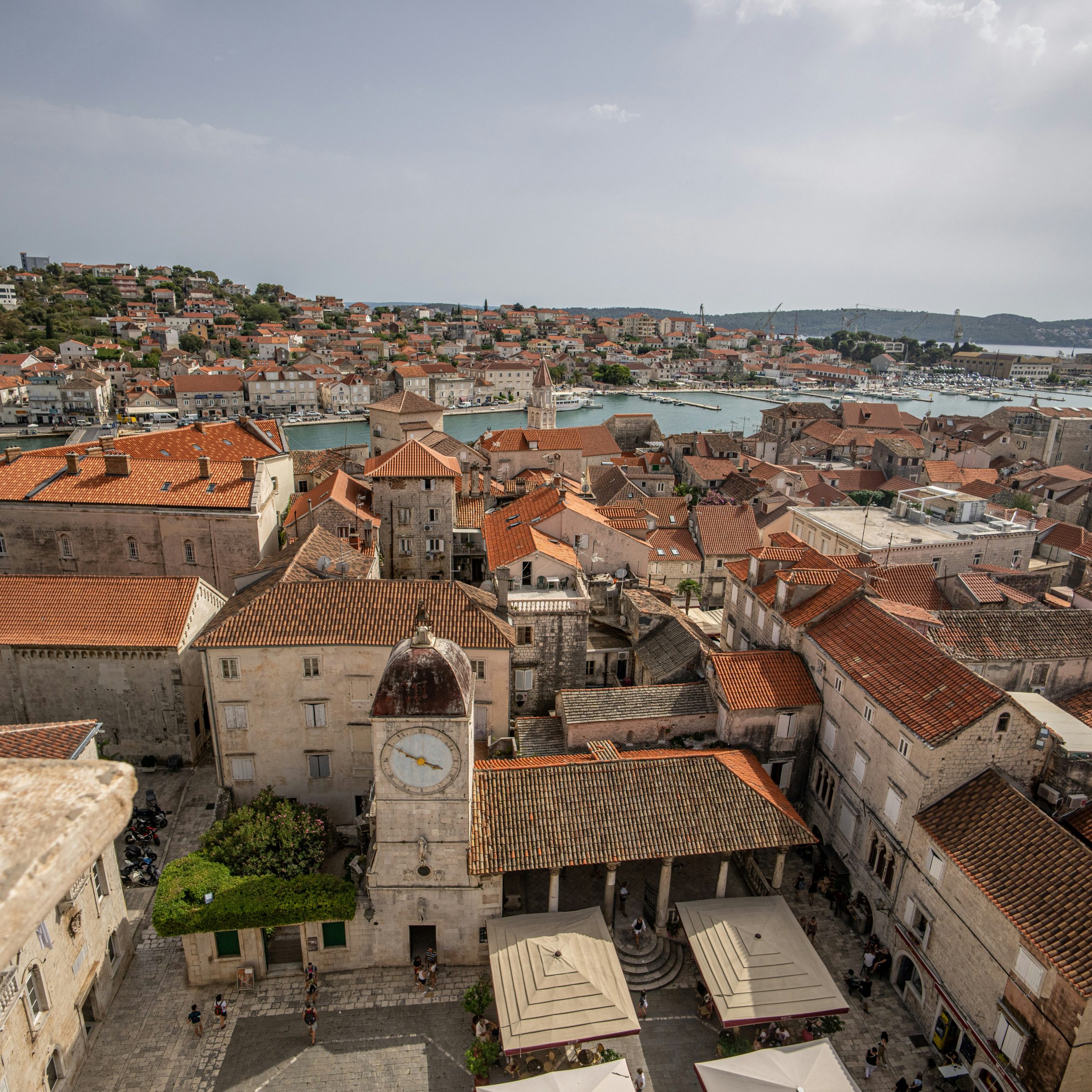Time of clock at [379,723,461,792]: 3:50
